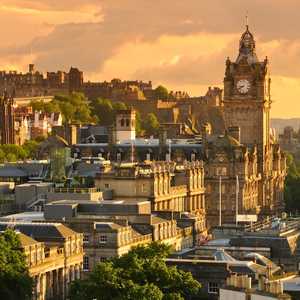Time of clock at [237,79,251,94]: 8:39
